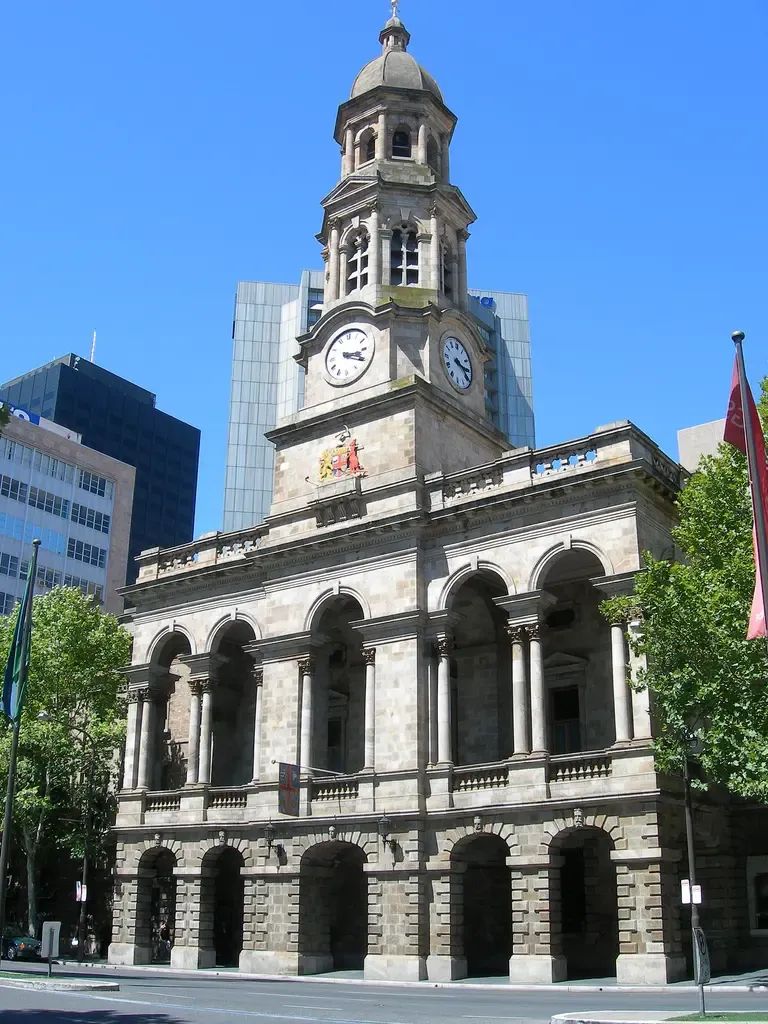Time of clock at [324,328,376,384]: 3:19
